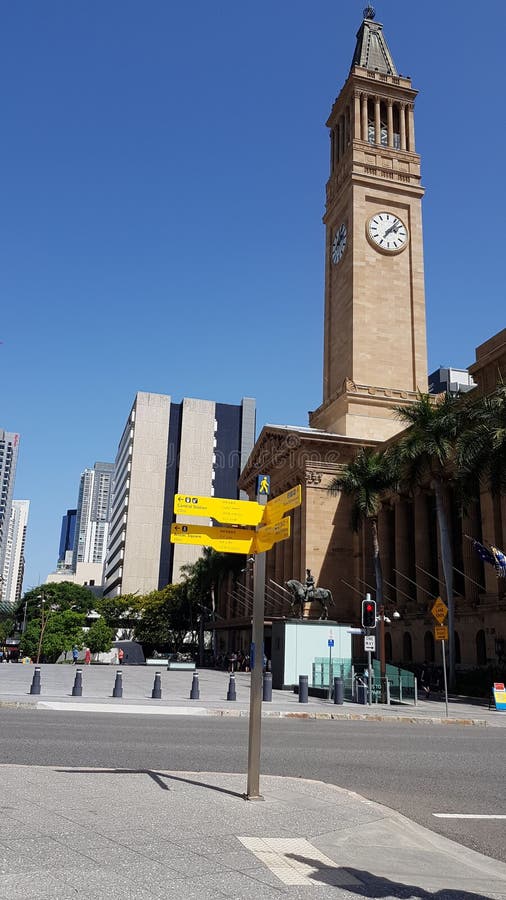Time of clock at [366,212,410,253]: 2:06
